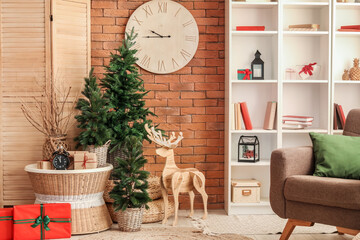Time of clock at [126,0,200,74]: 9:44
